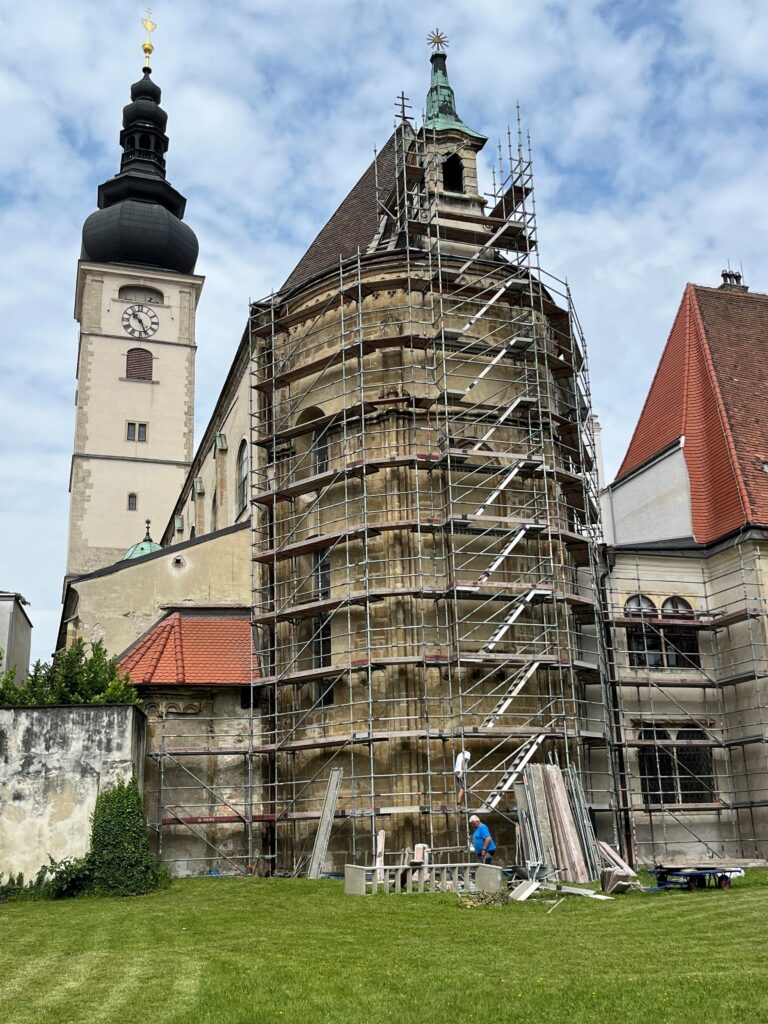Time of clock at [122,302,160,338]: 10:26
